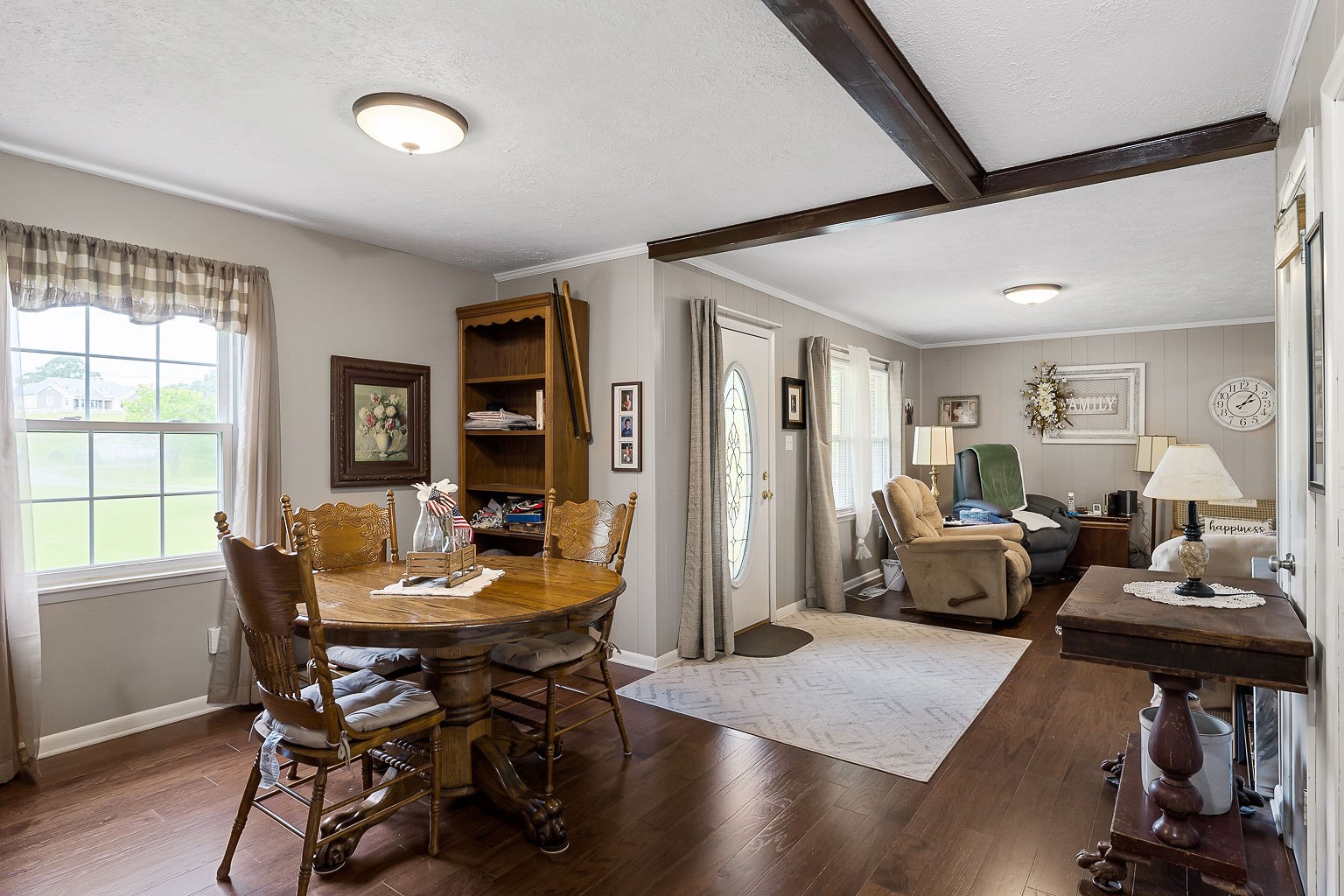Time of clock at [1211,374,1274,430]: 2:06
